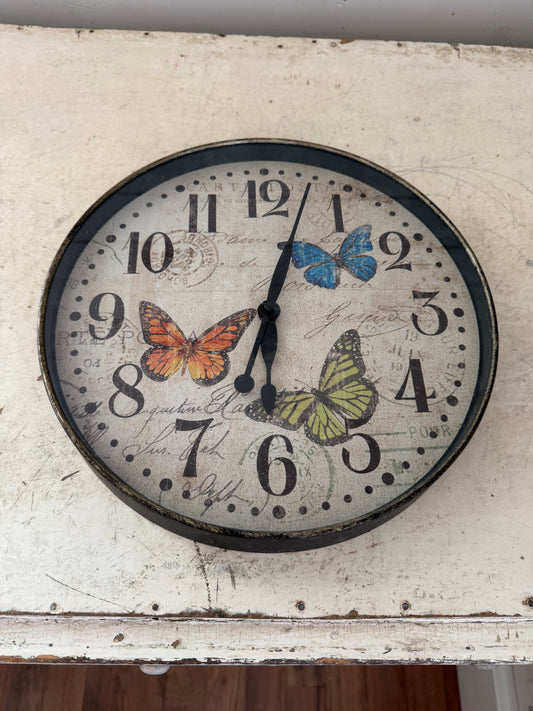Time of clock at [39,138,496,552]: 6:02
